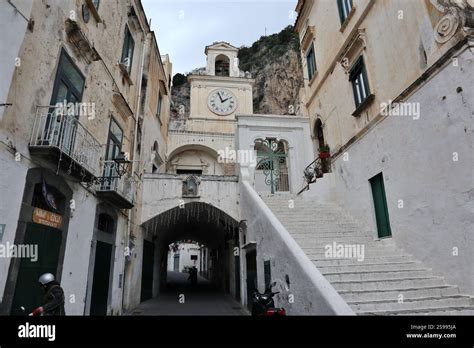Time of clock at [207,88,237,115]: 1:56
